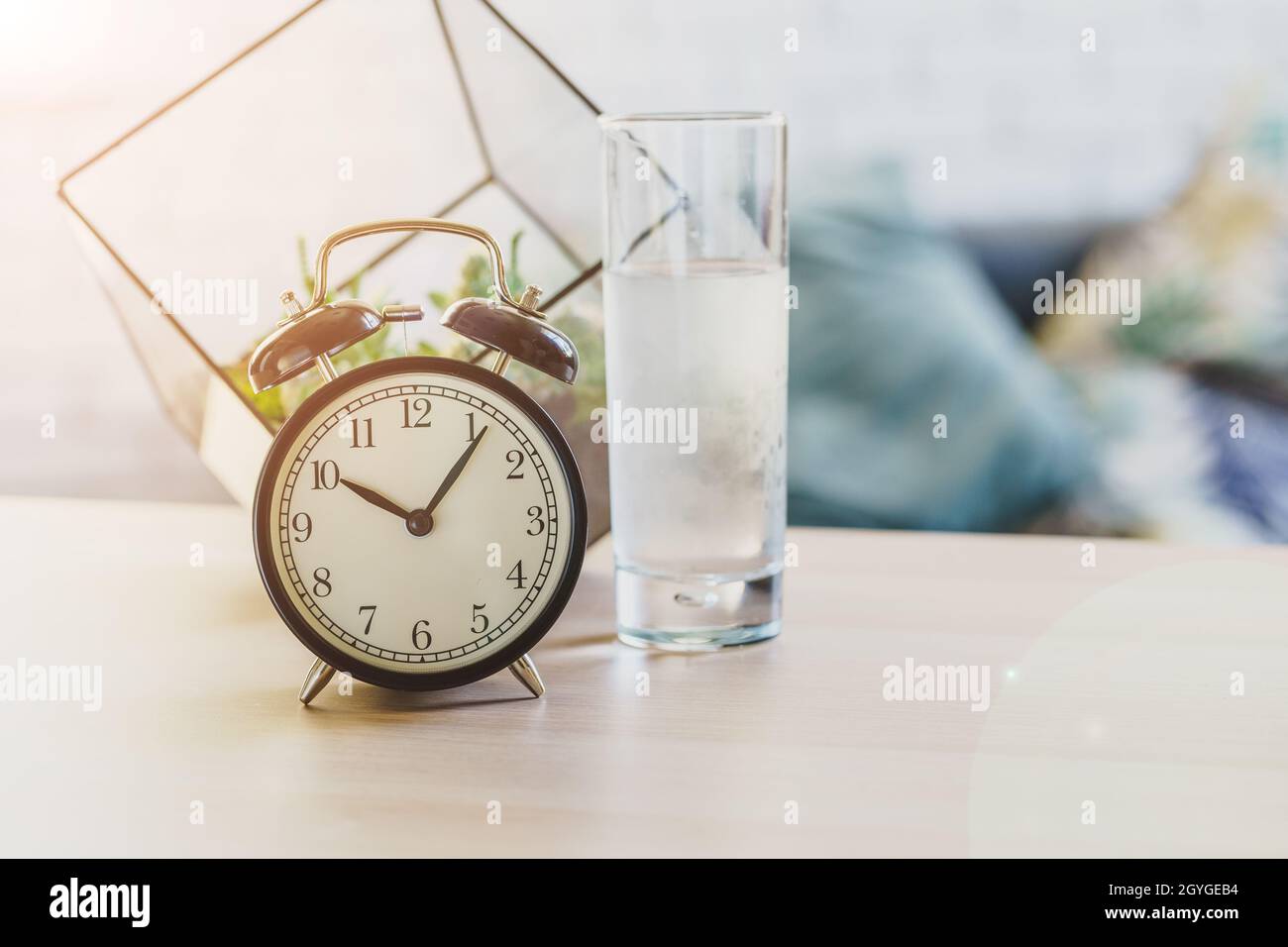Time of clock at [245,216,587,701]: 10:06
